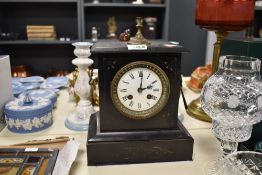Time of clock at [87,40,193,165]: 2:01
